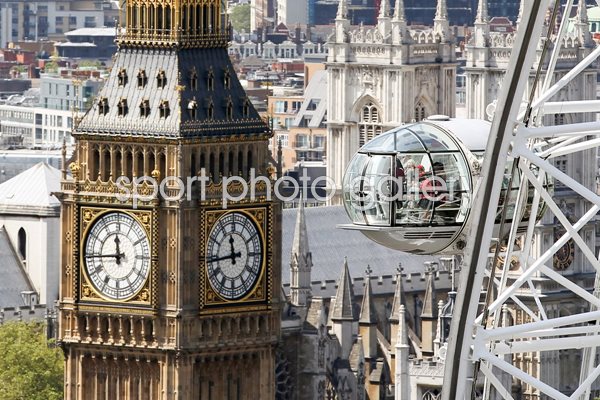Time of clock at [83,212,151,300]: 11:44
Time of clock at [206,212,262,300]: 11:43
